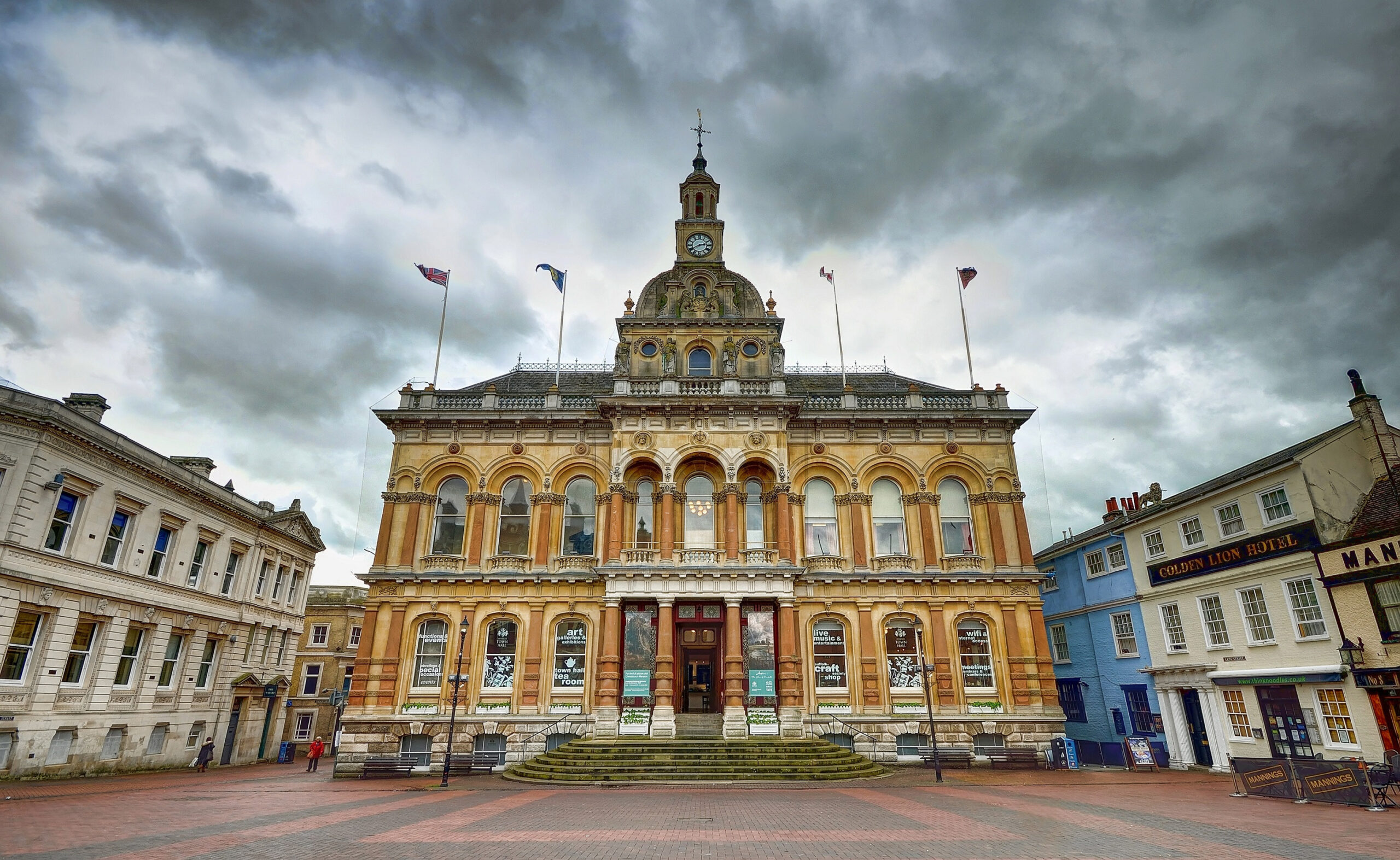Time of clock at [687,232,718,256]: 2:40
